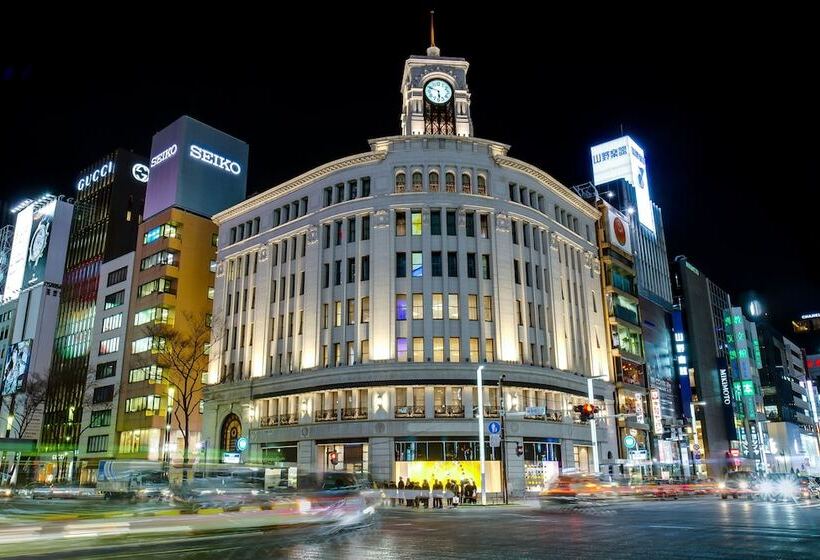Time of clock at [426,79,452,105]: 5:48
